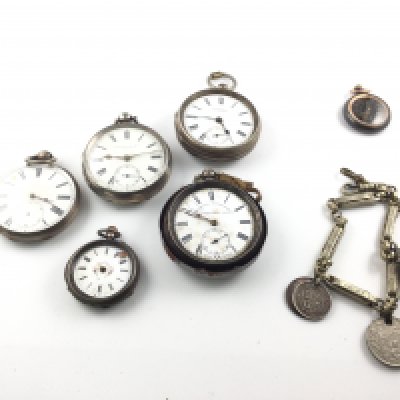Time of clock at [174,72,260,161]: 4:45
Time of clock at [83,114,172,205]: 9:12
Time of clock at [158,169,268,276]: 9:48
